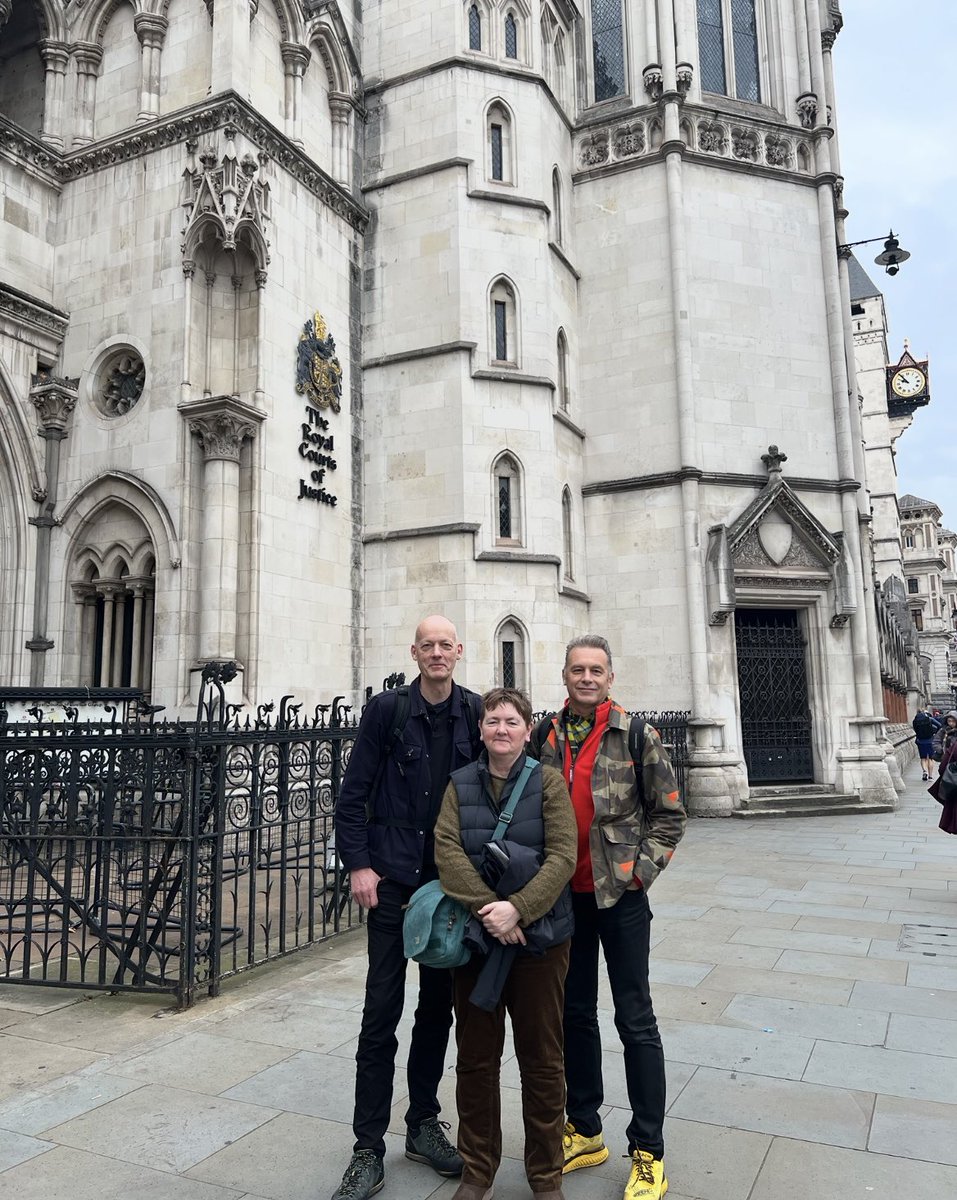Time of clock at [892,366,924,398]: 9:53
